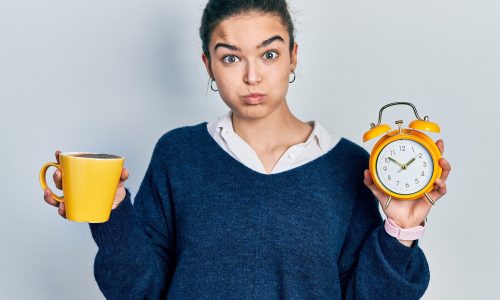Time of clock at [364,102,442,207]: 1:51
